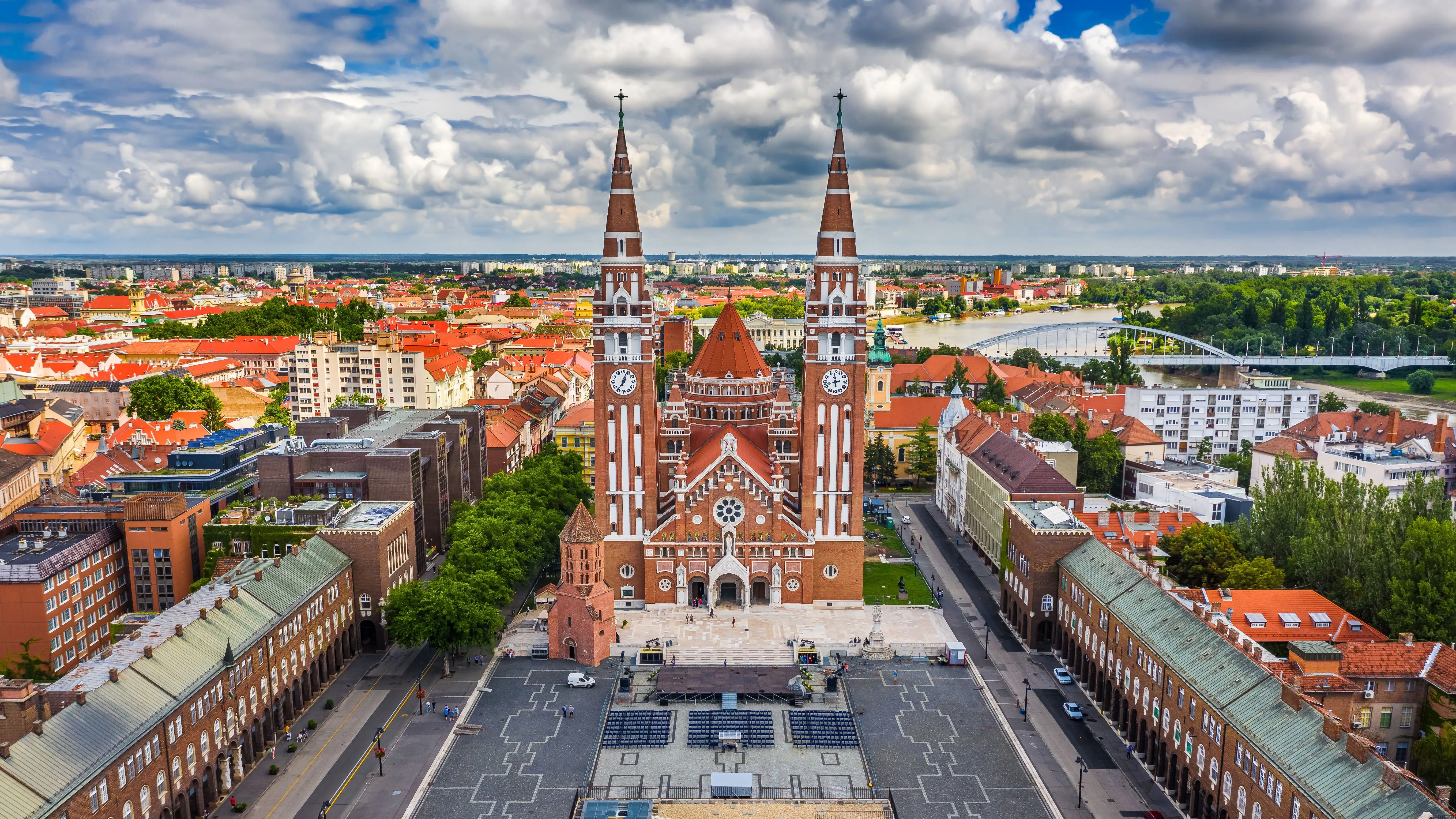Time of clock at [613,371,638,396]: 7:03
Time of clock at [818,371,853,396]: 11:42
